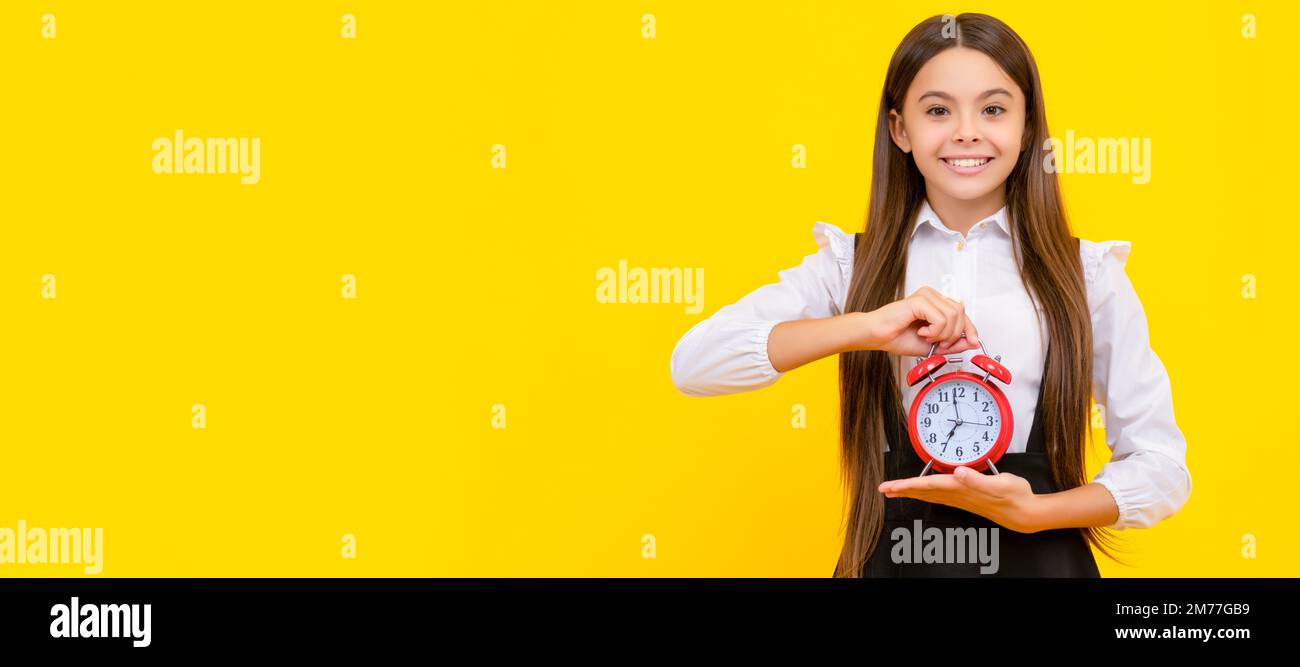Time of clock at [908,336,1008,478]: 6:58
